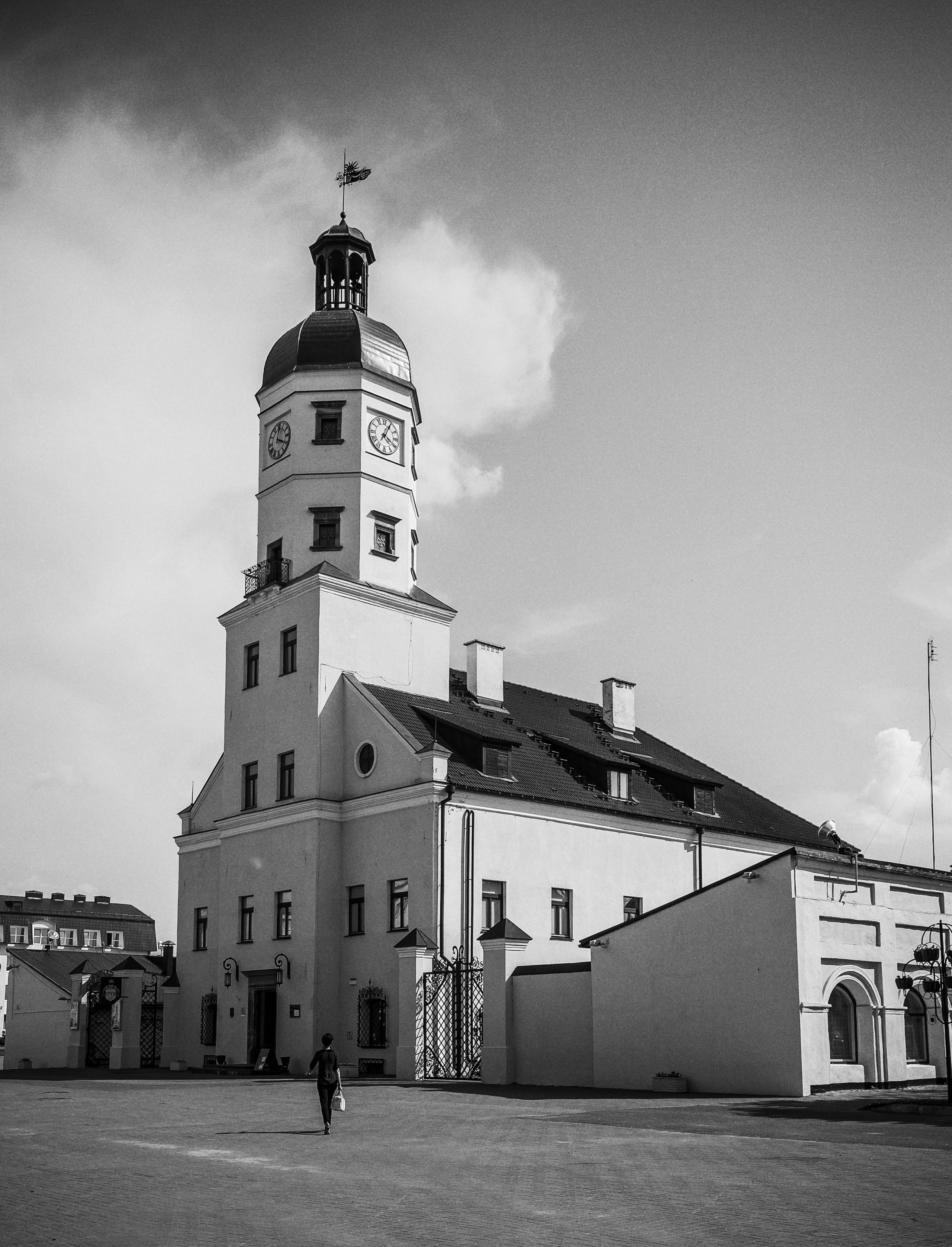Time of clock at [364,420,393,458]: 4:04
